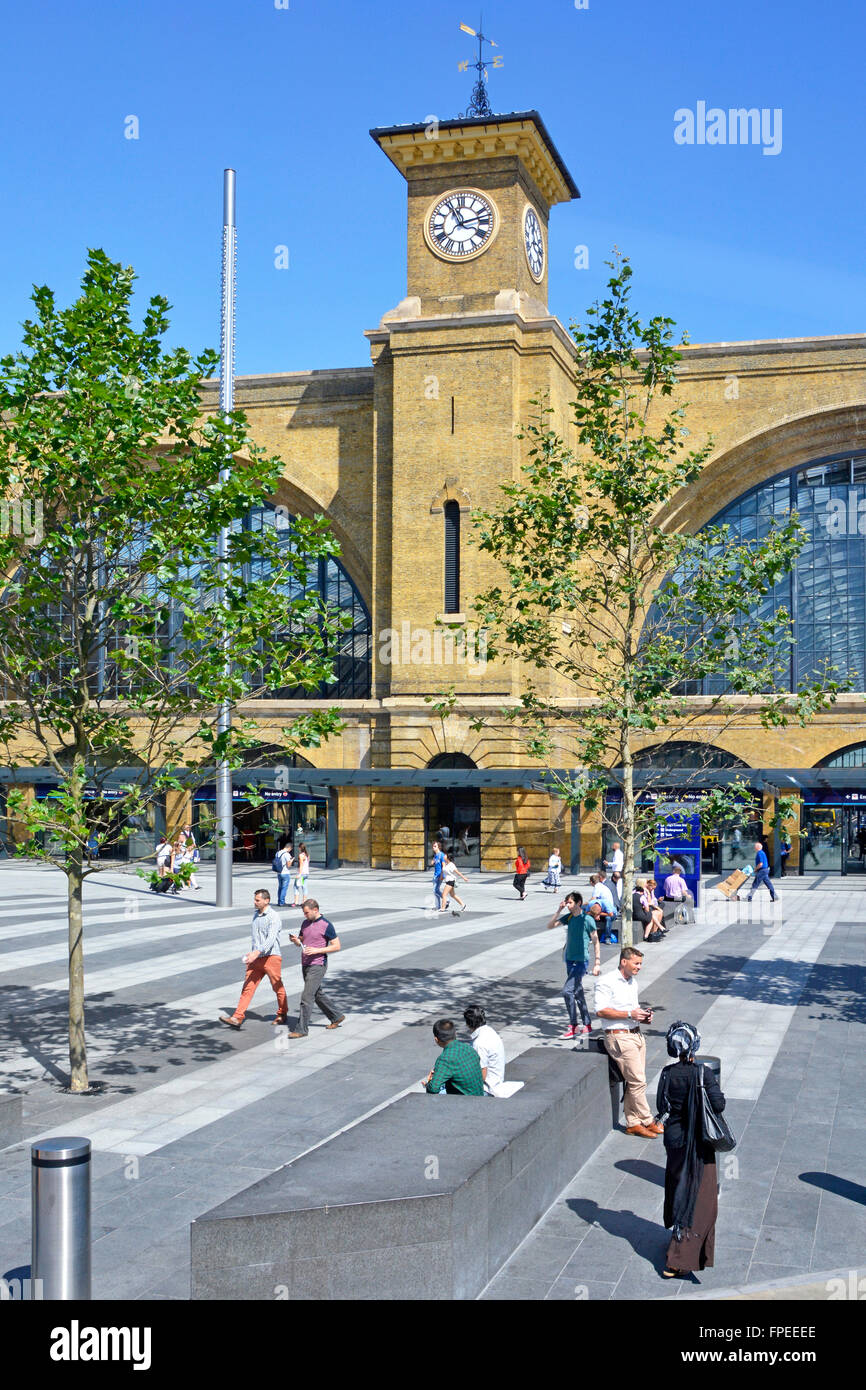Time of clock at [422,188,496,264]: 11:12
